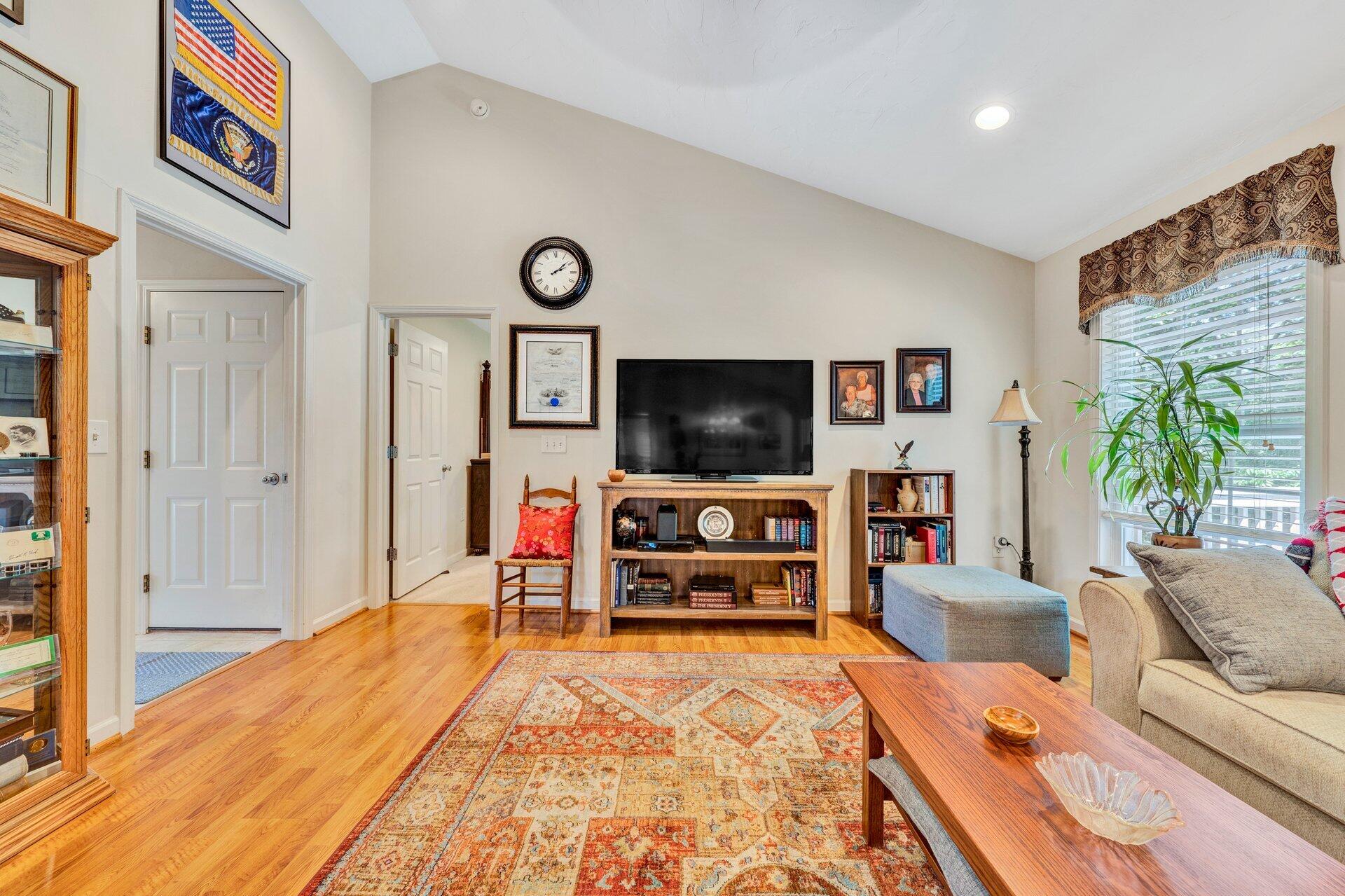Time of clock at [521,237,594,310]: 2:08
